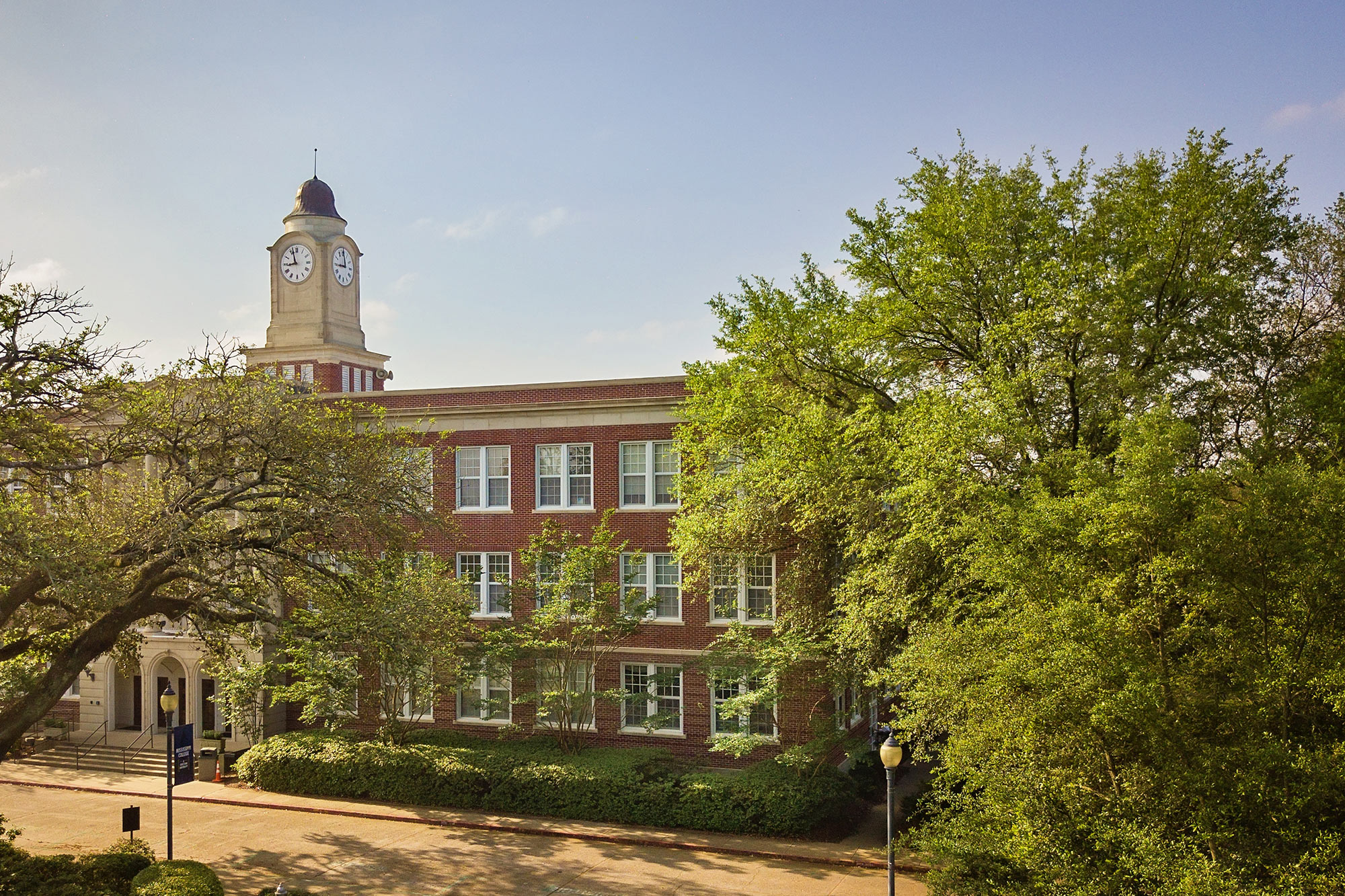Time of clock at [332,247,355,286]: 8:59
